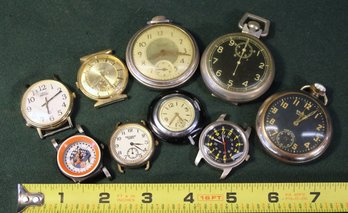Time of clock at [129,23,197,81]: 8:16
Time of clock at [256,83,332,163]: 1:08
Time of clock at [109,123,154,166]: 3:21
